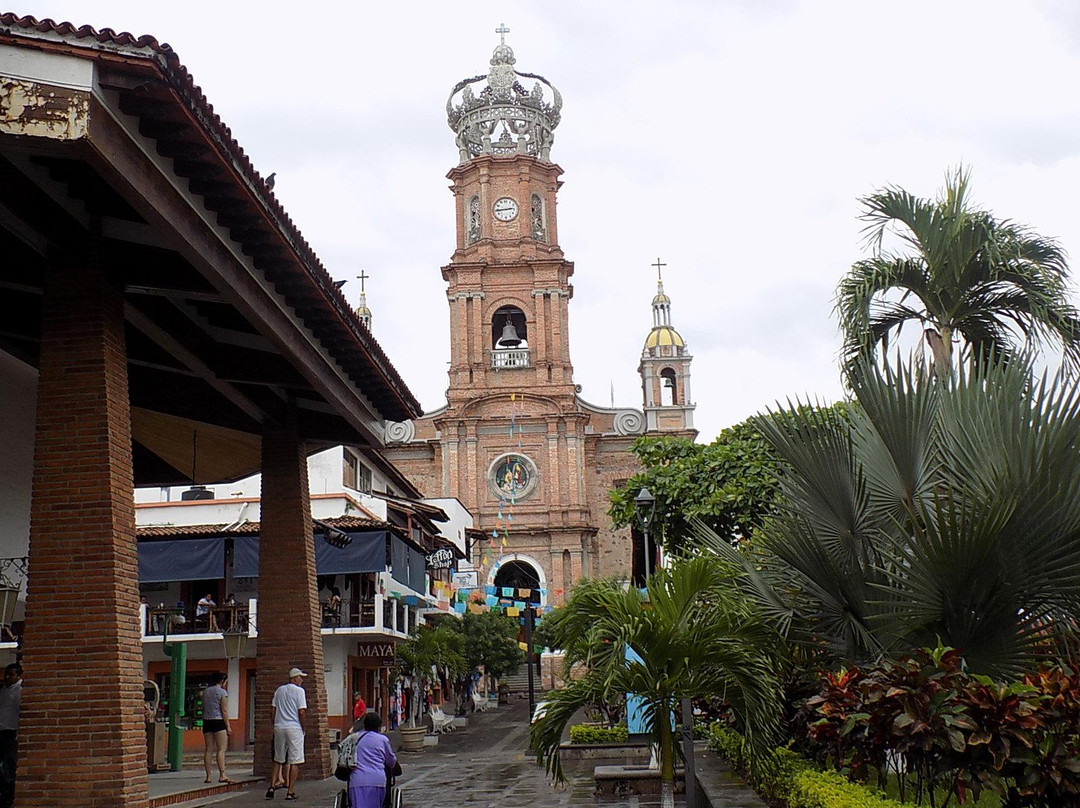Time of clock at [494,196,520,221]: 2:44
